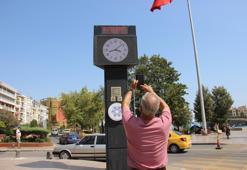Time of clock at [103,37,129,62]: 3:42
